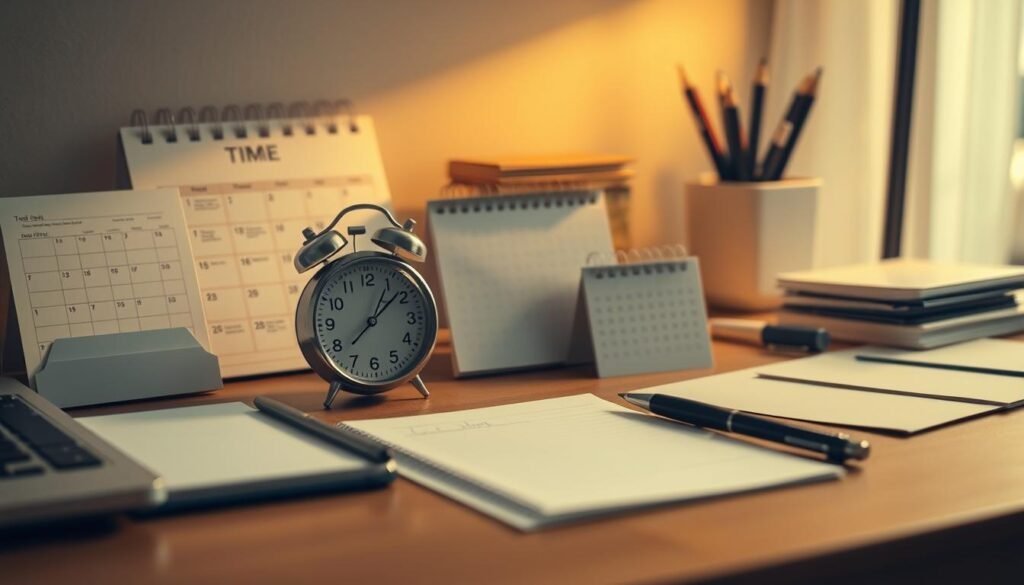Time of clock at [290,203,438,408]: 1:08
